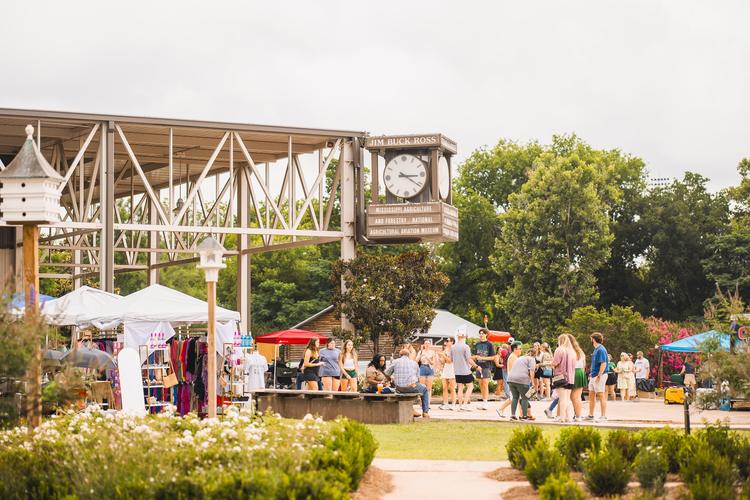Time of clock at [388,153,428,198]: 3:21
